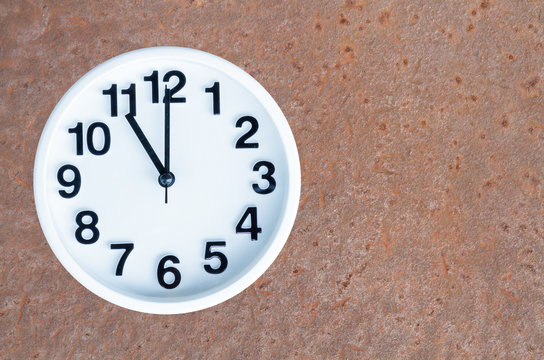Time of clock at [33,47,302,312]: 11:00
